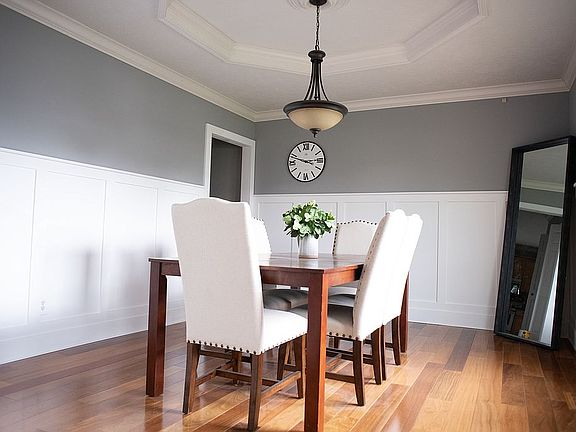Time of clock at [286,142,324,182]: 2:48
